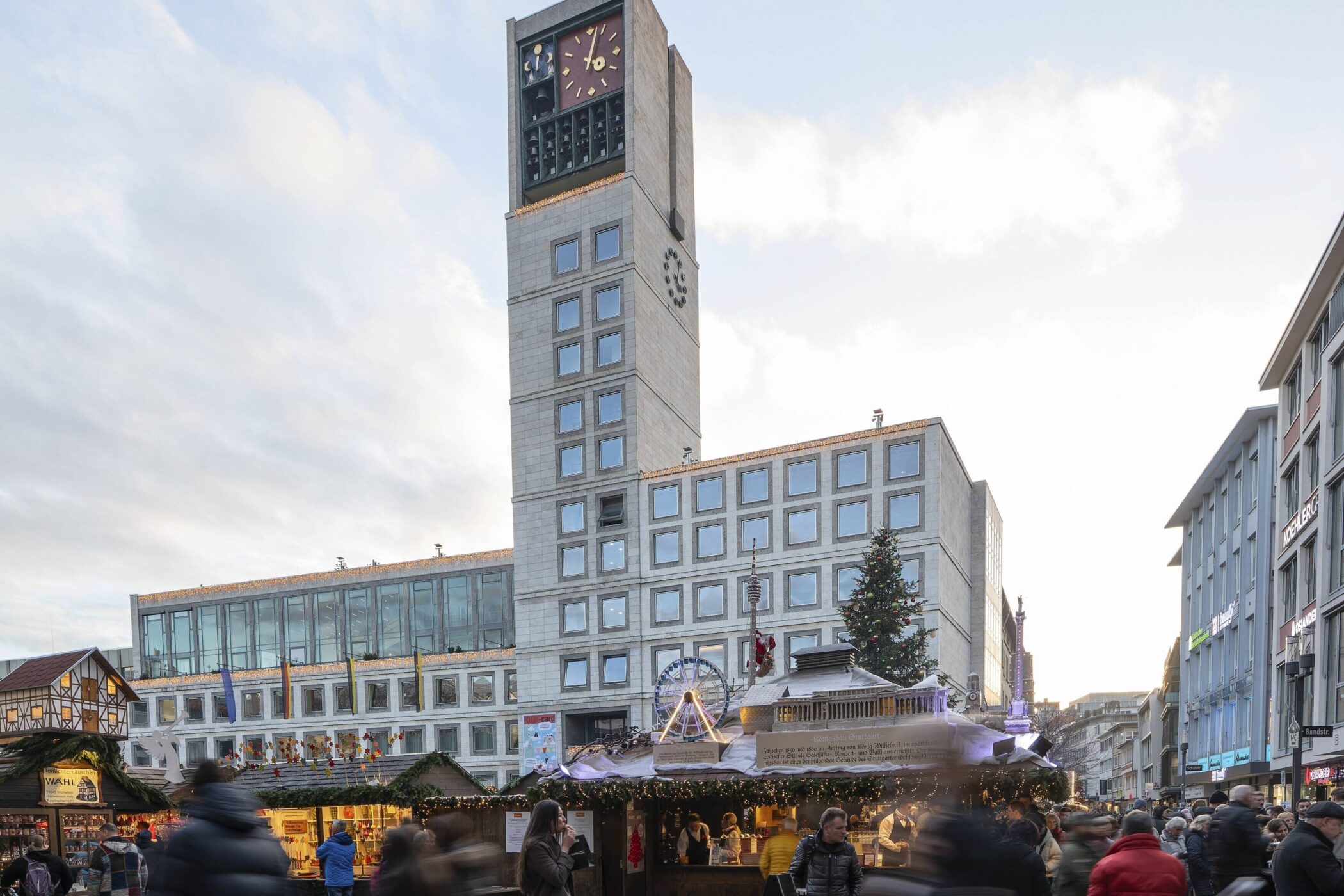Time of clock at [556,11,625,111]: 4:02
